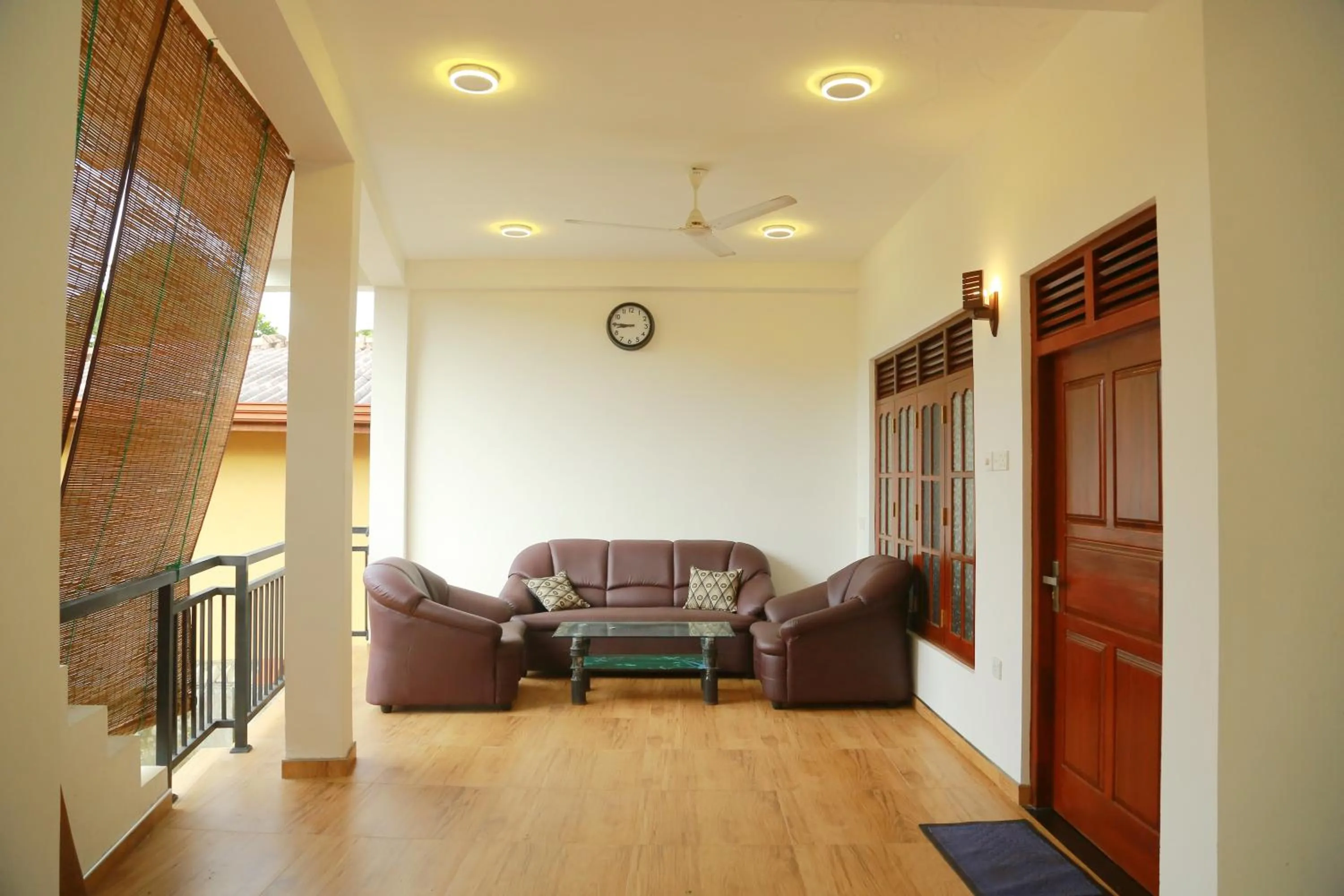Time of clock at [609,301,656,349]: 8:45
